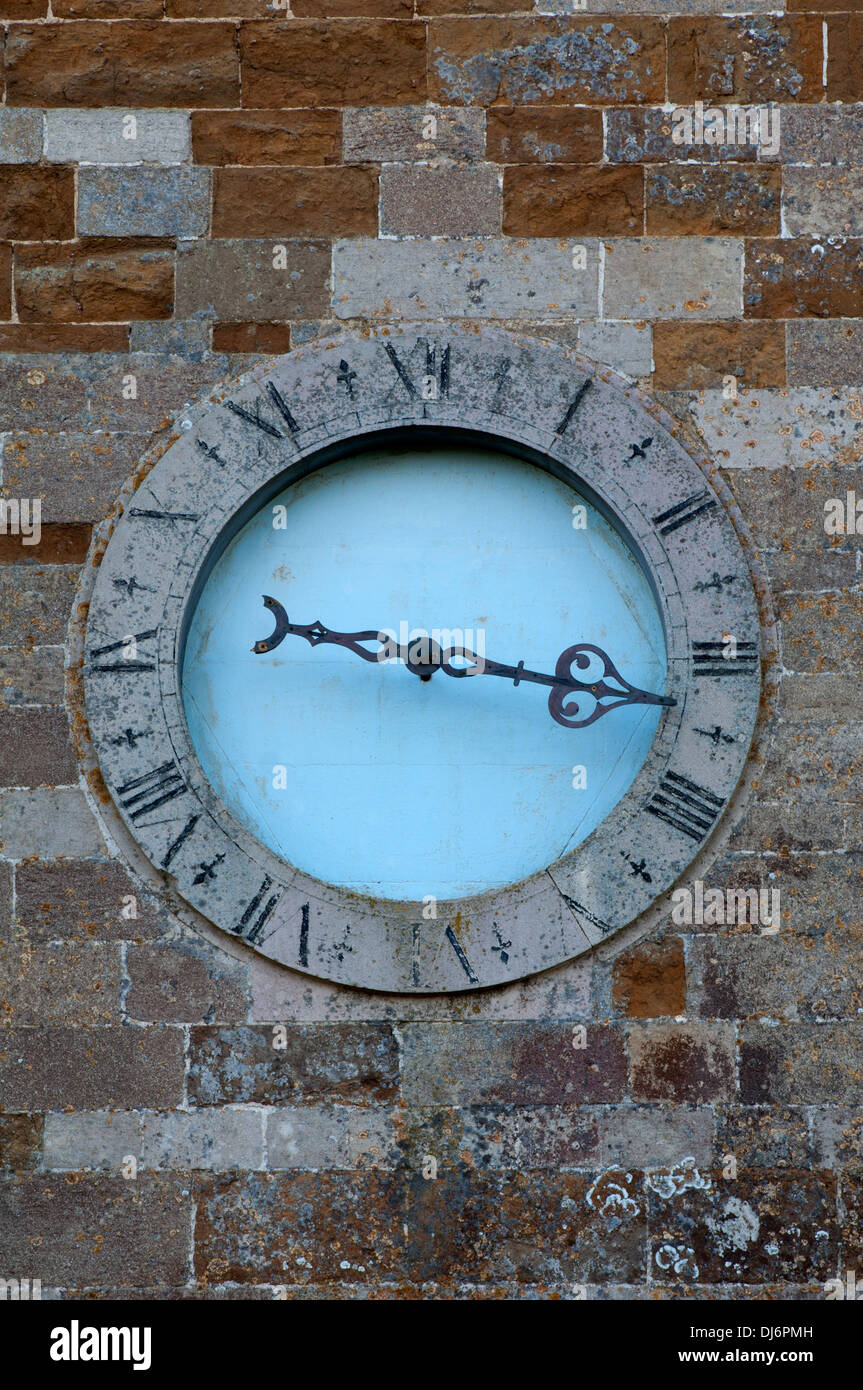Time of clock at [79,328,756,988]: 9:16
